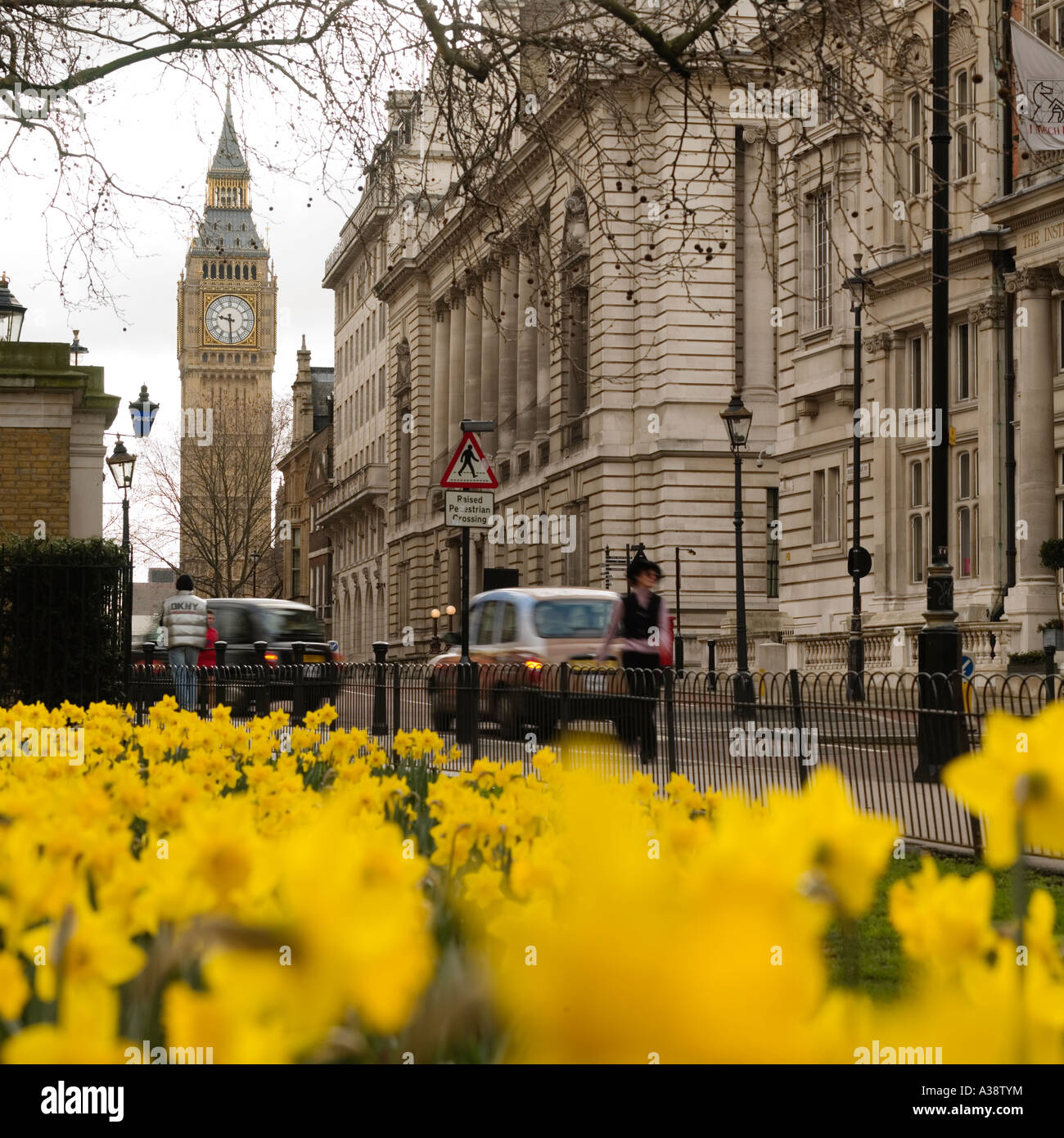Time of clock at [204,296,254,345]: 9:29
